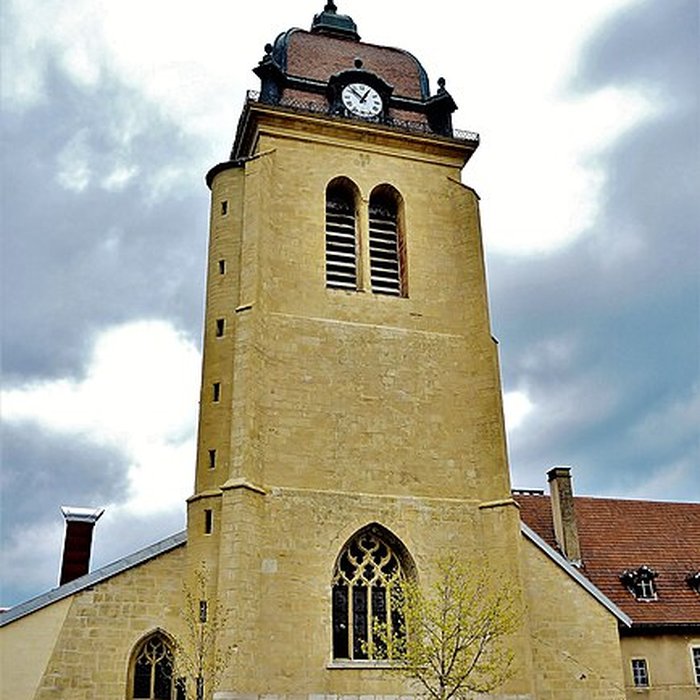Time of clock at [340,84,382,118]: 12:52
